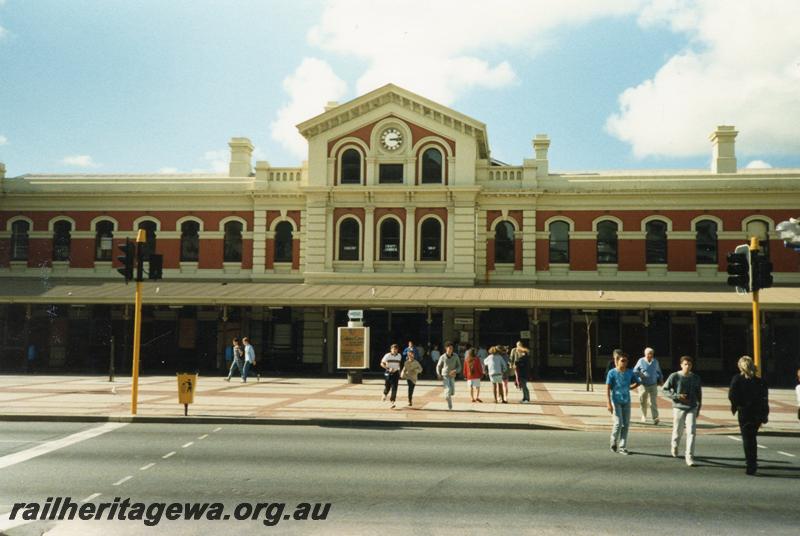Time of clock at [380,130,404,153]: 3:13
